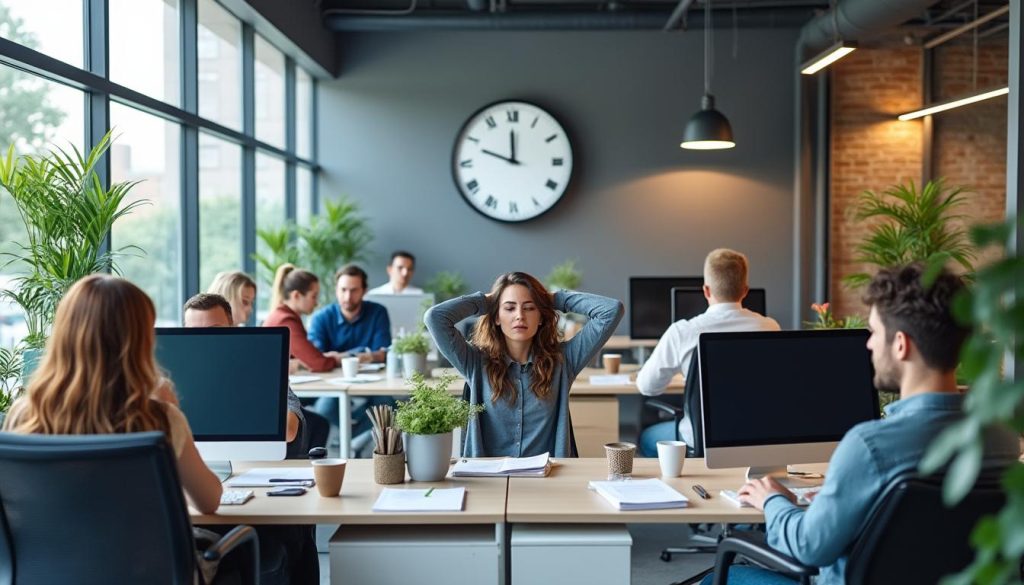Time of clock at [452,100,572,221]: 11:48
